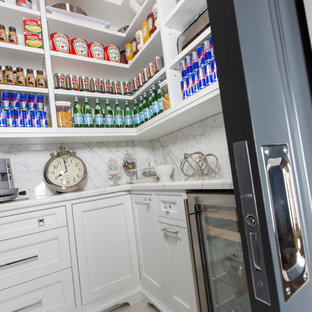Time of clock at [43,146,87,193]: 7:59
